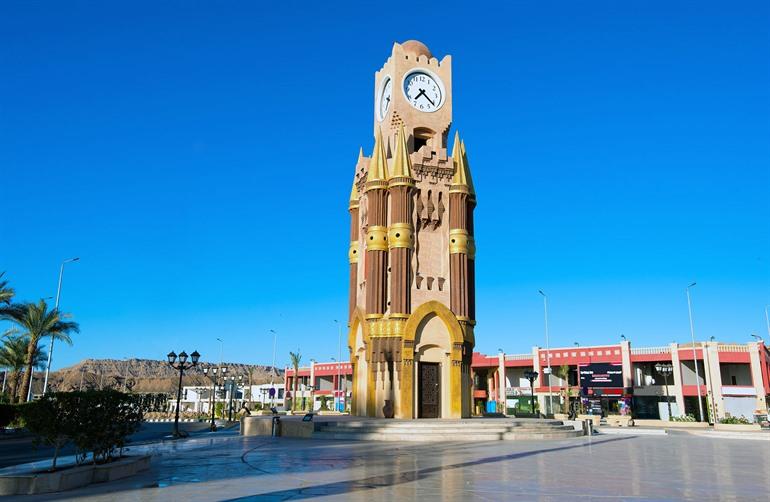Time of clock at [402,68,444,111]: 7:21
